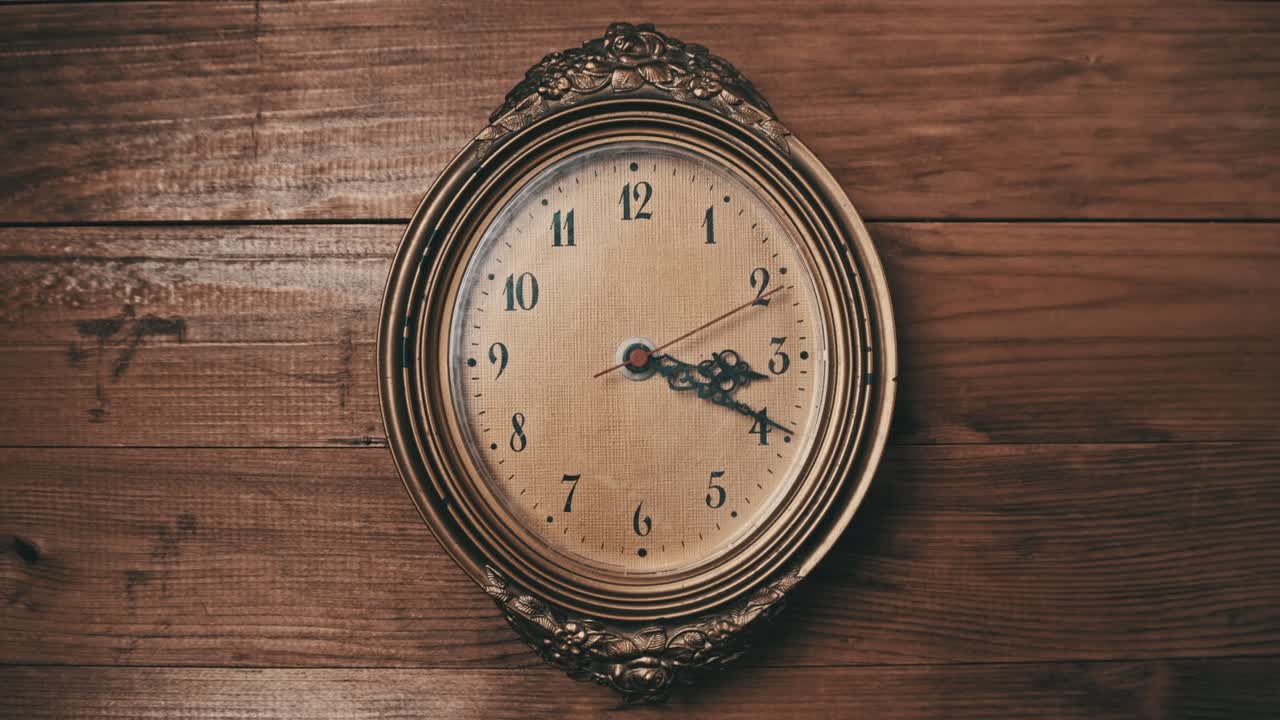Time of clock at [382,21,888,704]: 3:19
